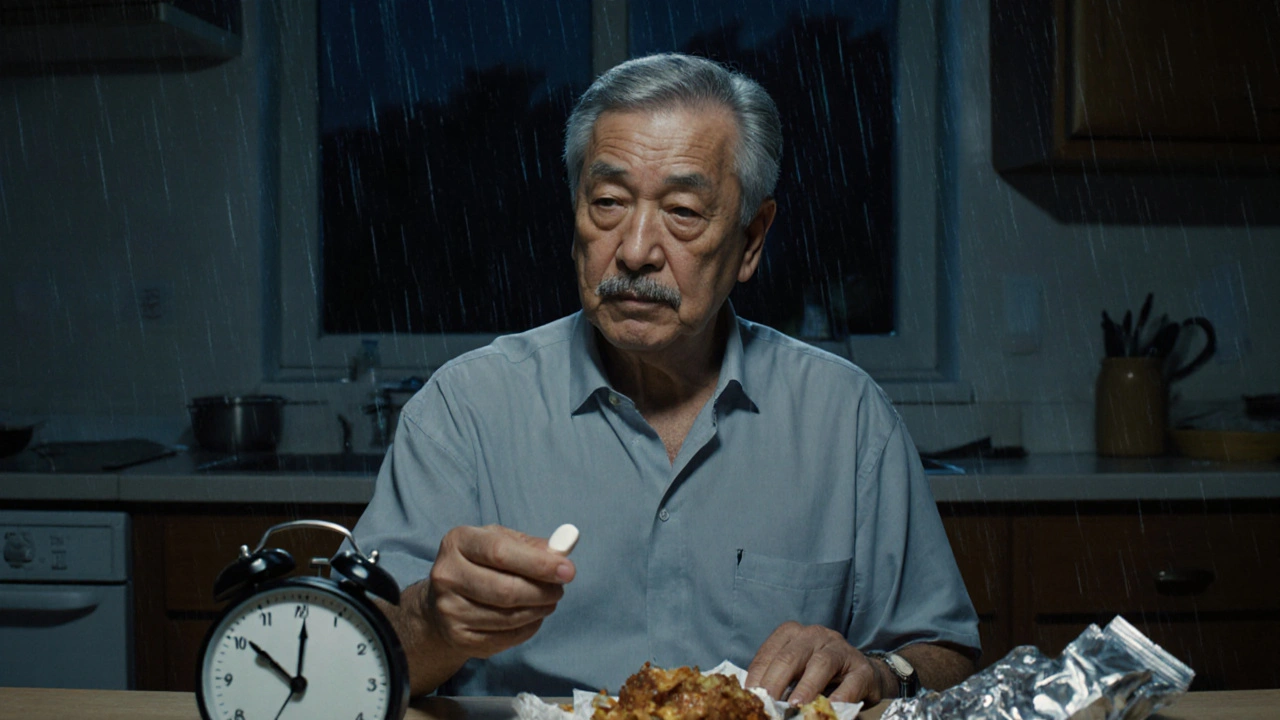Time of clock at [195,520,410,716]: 10:00
